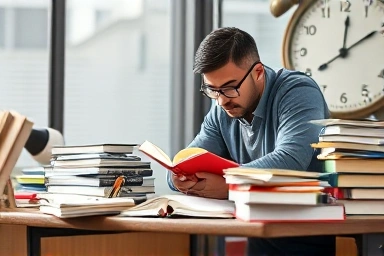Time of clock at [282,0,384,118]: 12:09
